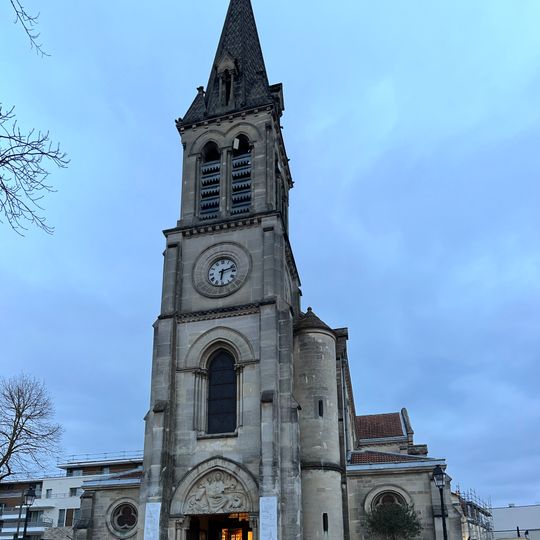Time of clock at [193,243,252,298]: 6:12
